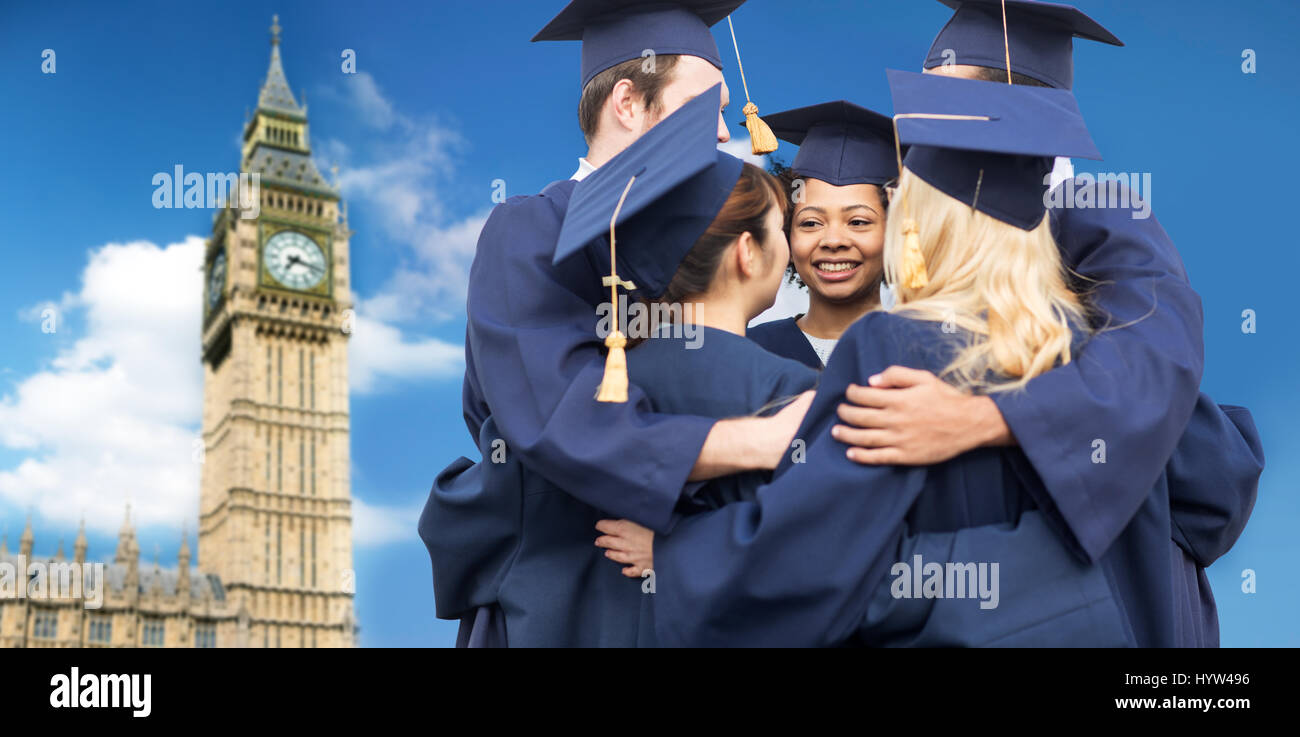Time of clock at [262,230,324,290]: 7:17
